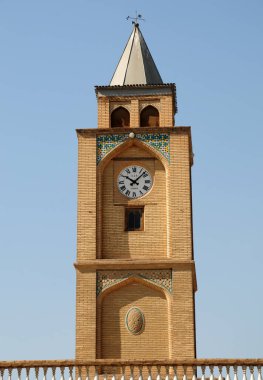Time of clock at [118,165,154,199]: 10:07
